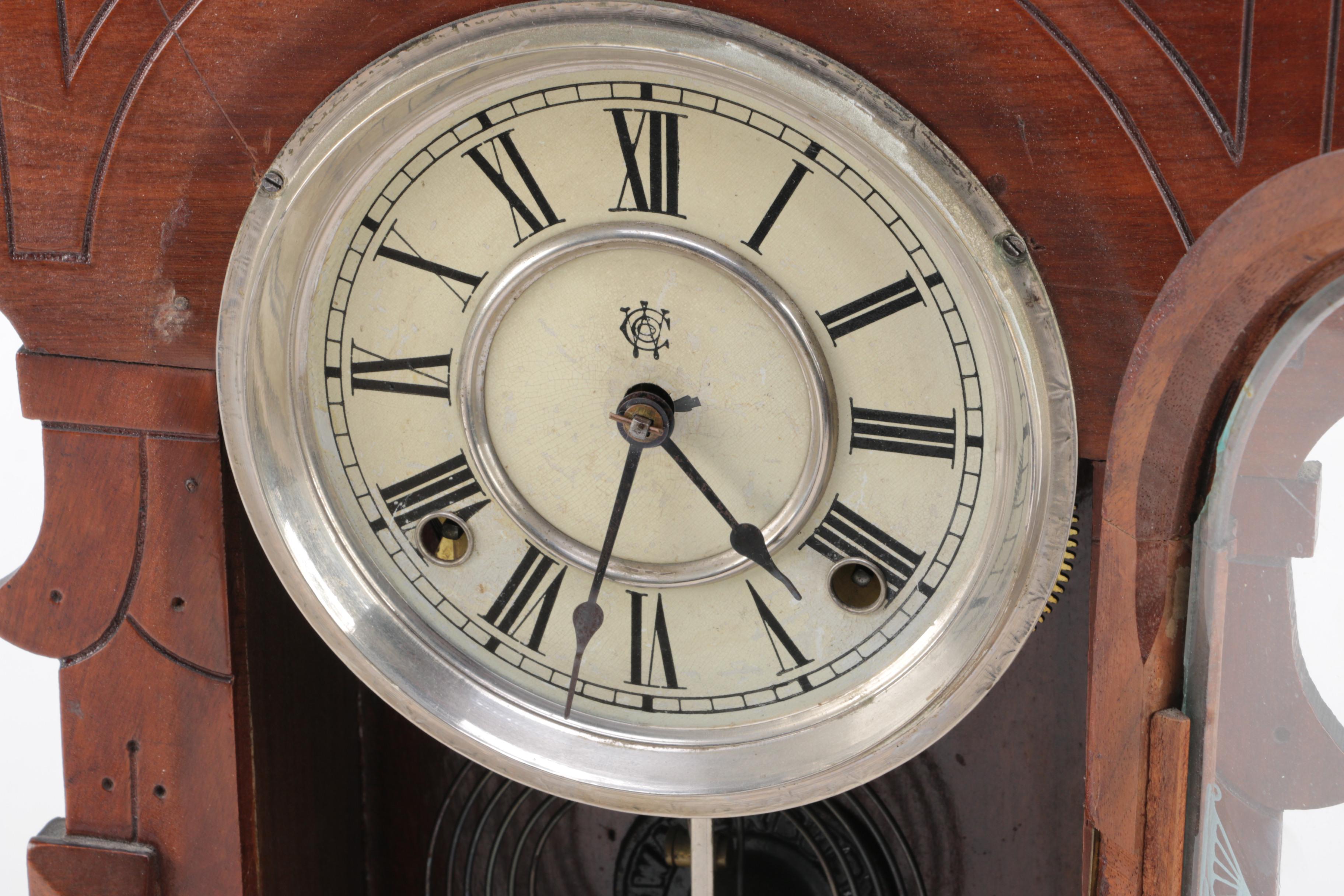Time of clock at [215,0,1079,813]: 4:32
